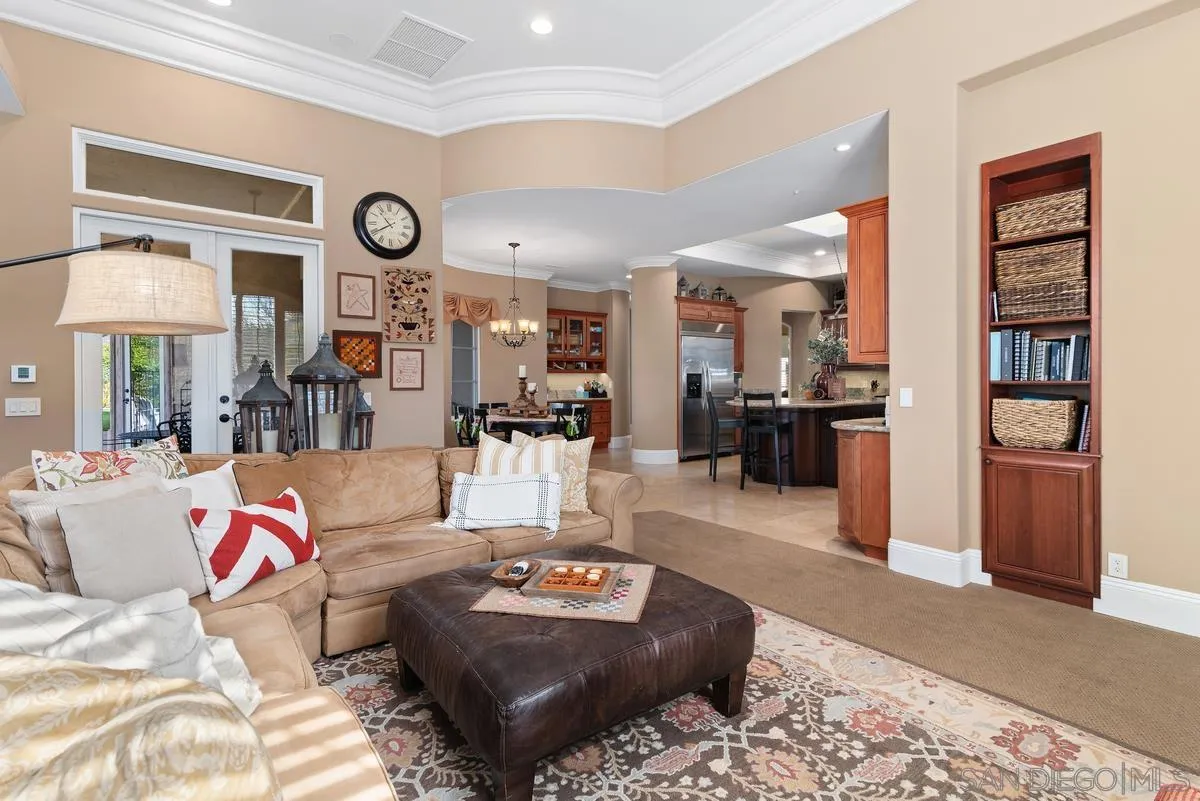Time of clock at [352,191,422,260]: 10:39
